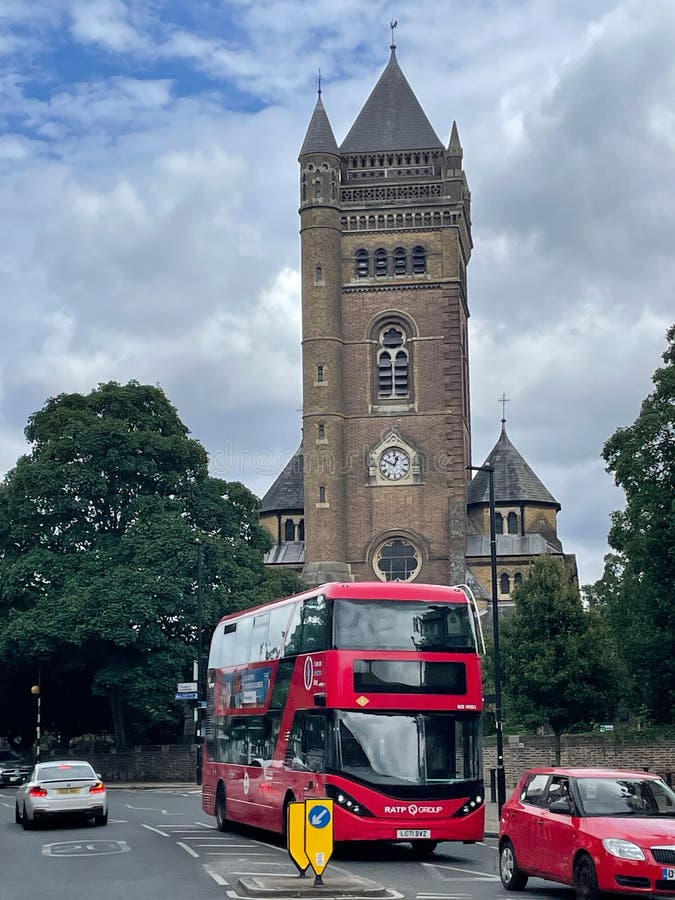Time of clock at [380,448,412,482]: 12:49
